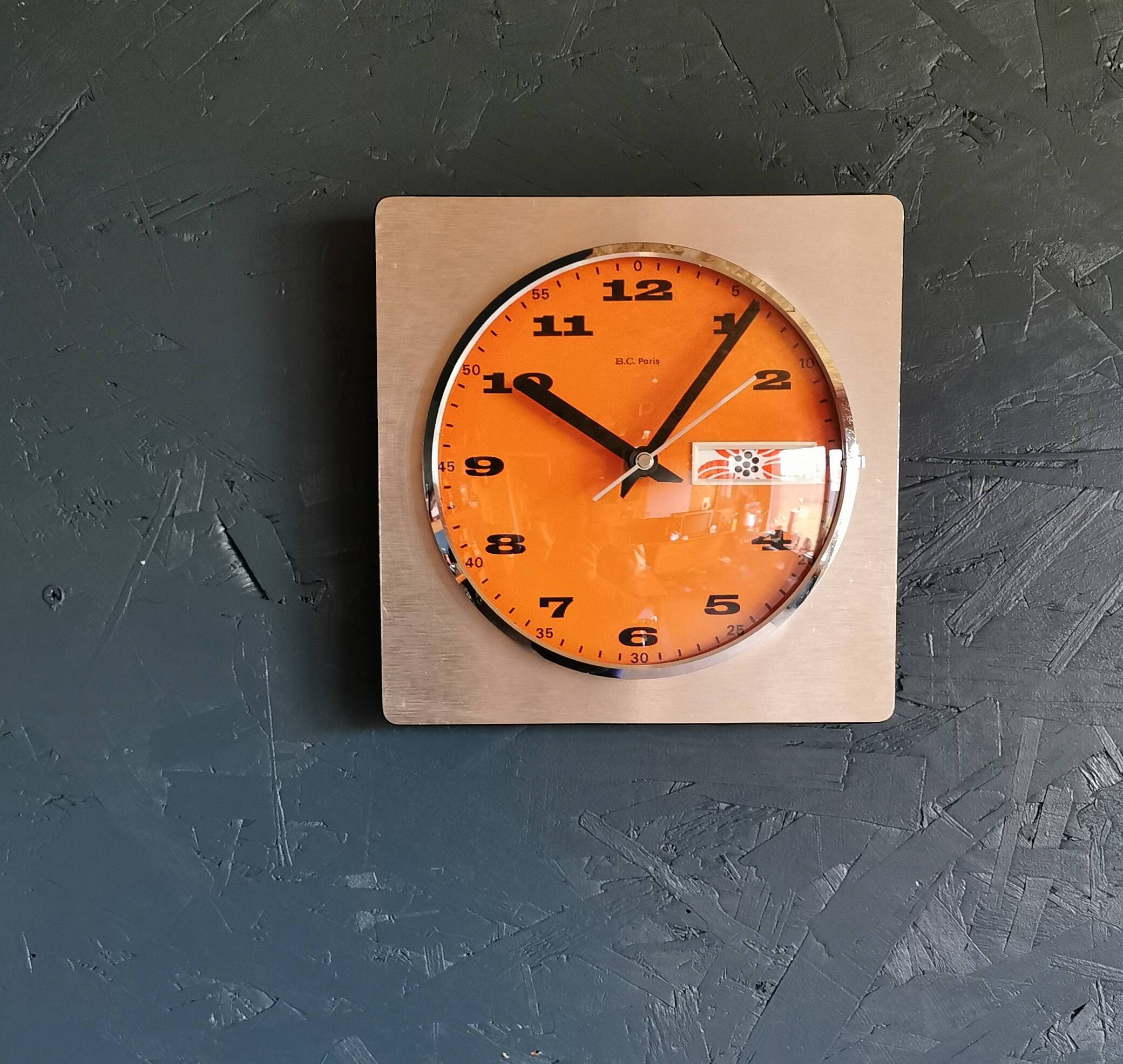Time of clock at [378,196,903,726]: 10:06
